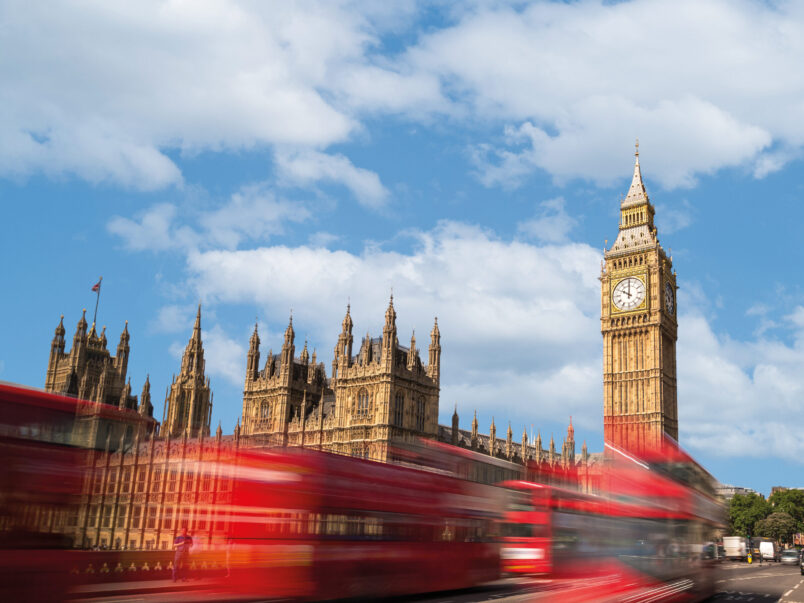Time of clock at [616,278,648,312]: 10:00
